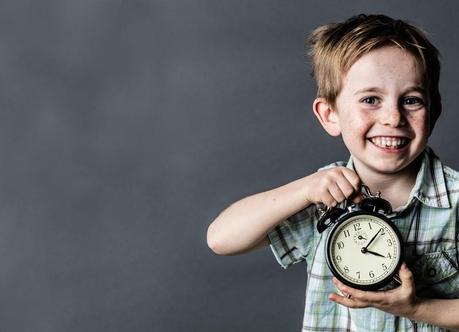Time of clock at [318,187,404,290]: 4:09
